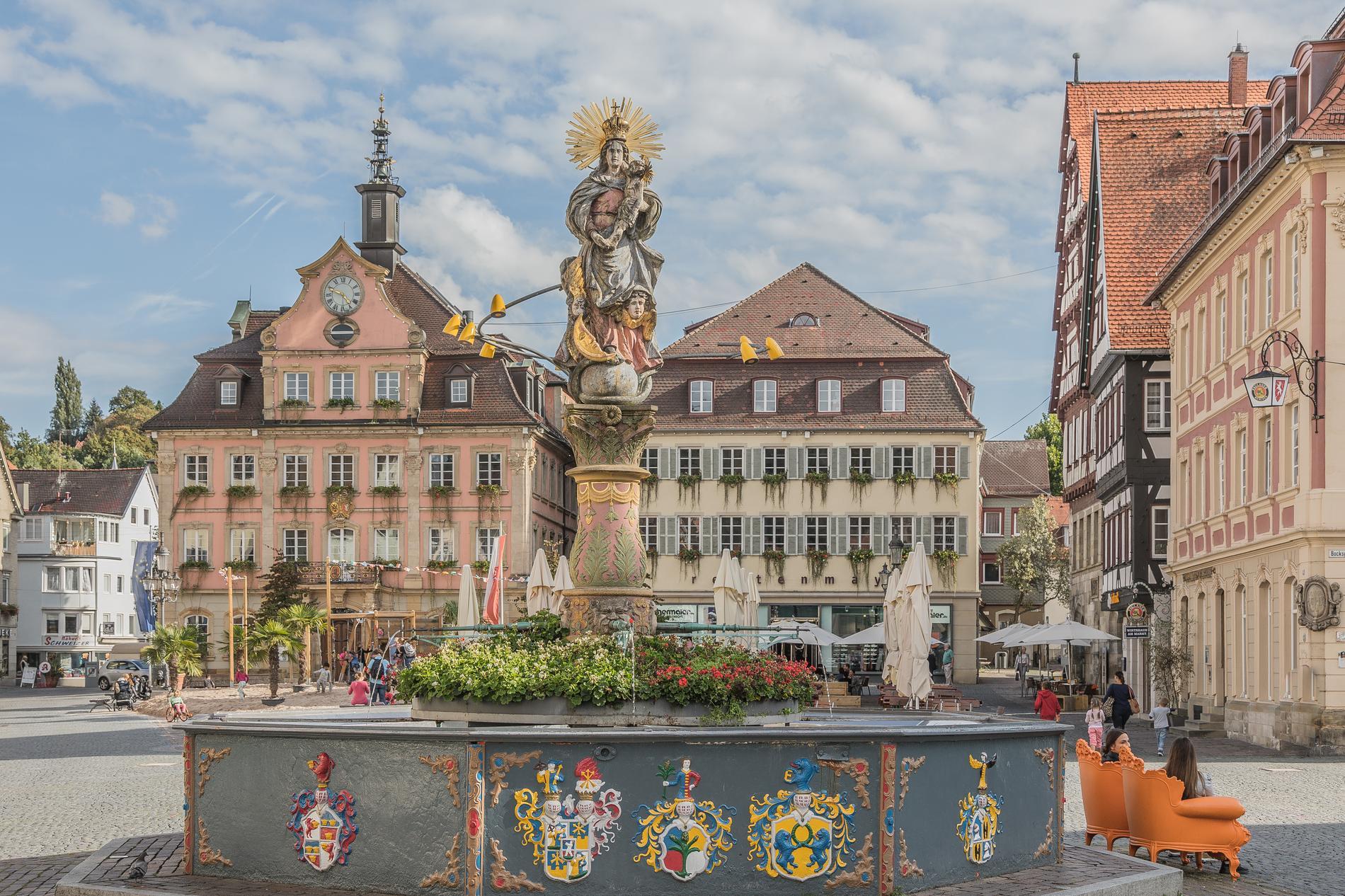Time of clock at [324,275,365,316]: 4:48
